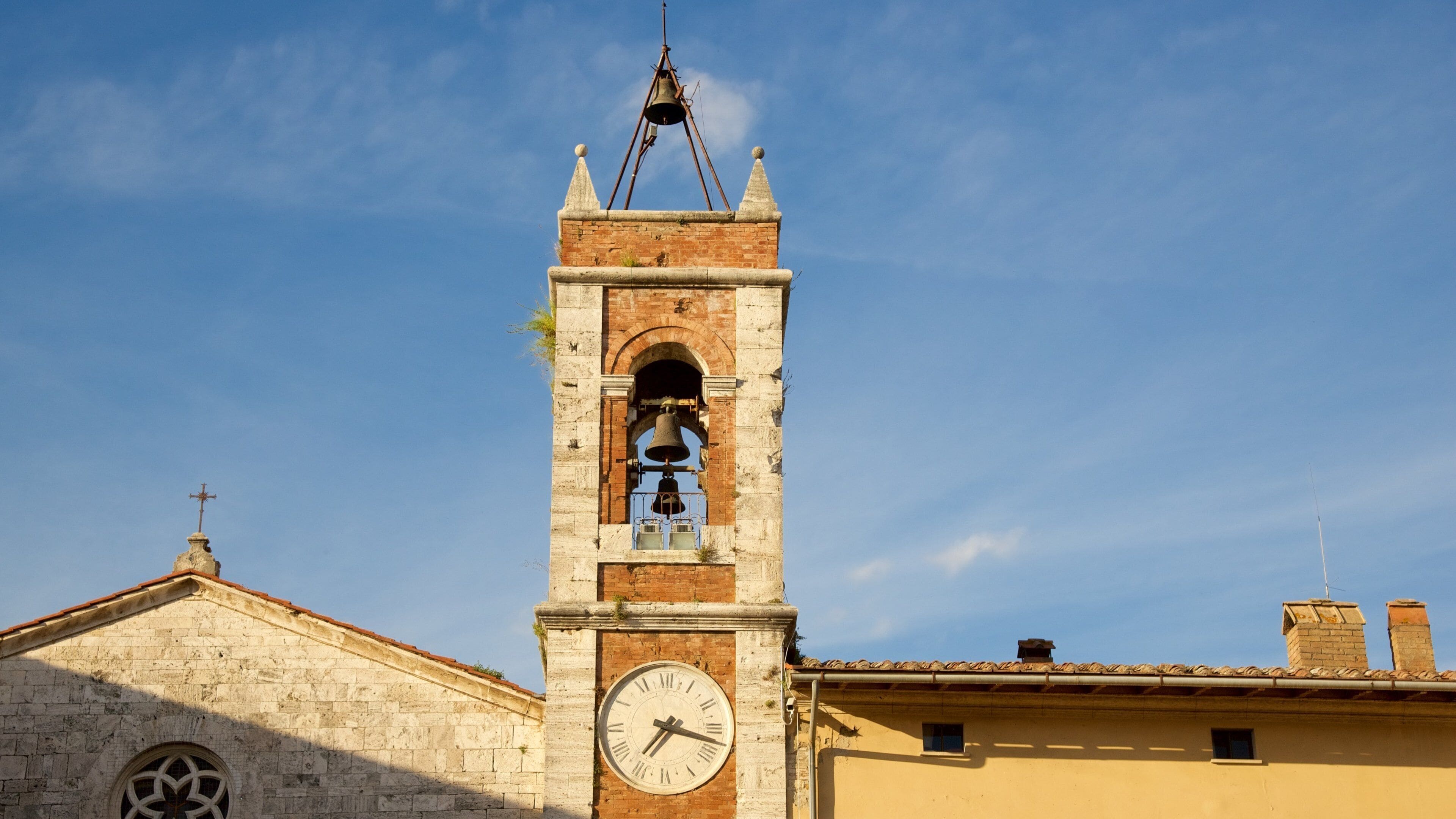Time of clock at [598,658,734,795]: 7:17
